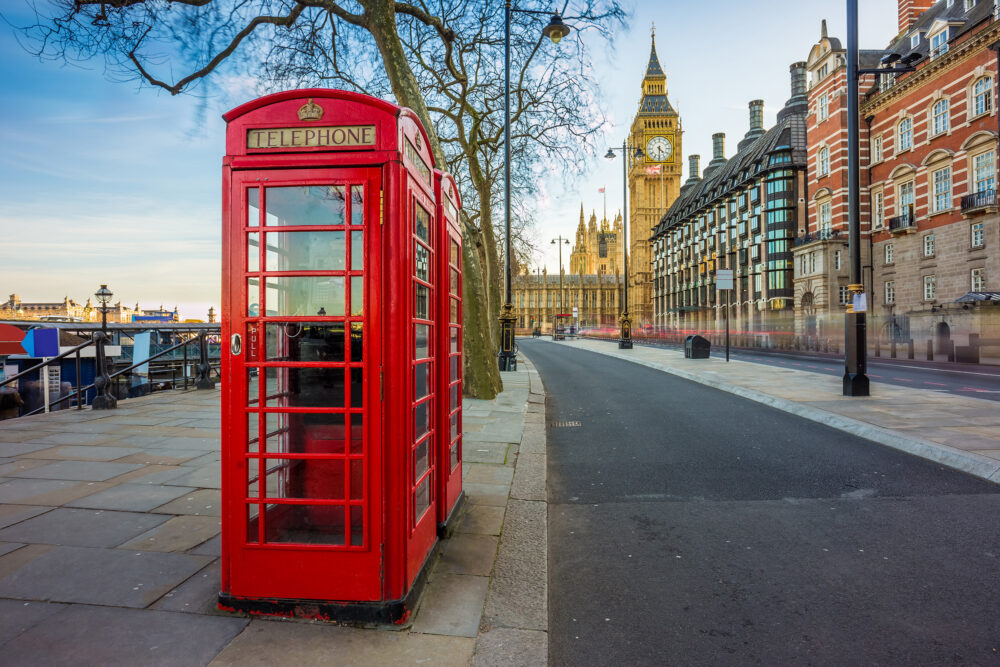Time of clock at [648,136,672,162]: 4:30
